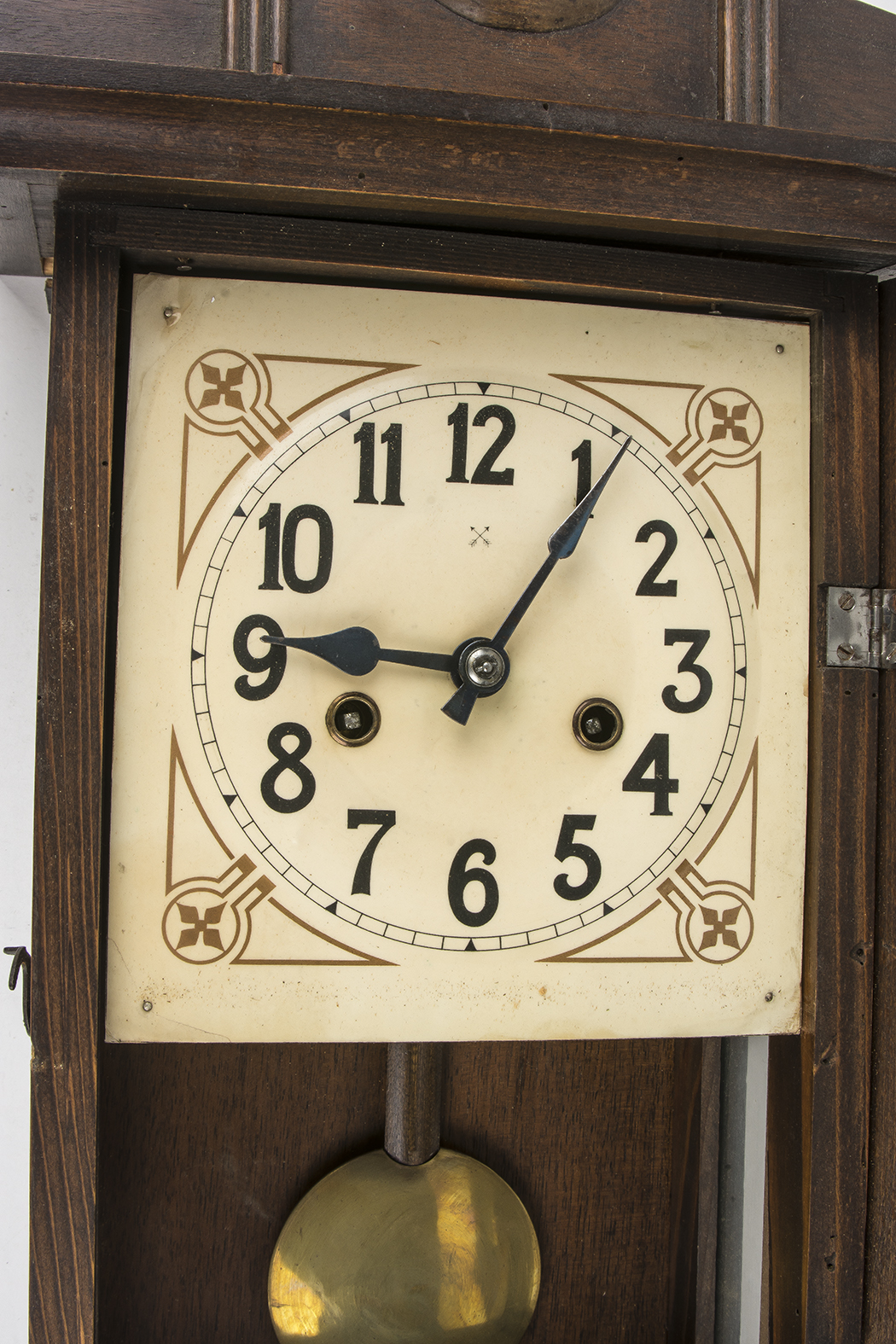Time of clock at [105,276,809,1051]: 9:06
